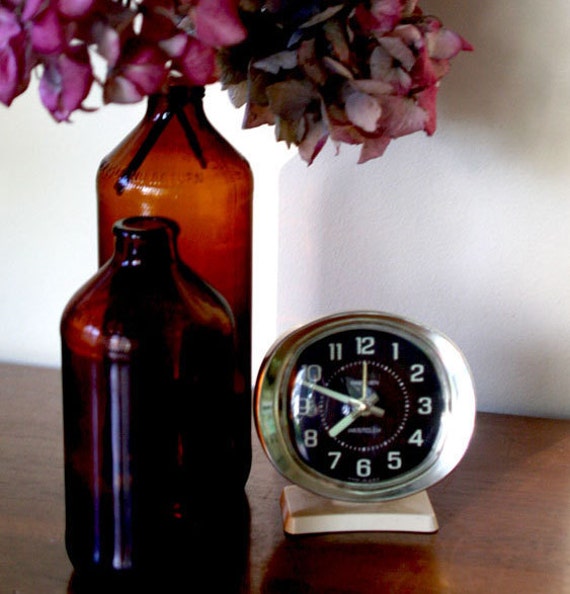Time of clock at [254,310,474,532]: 7:48
